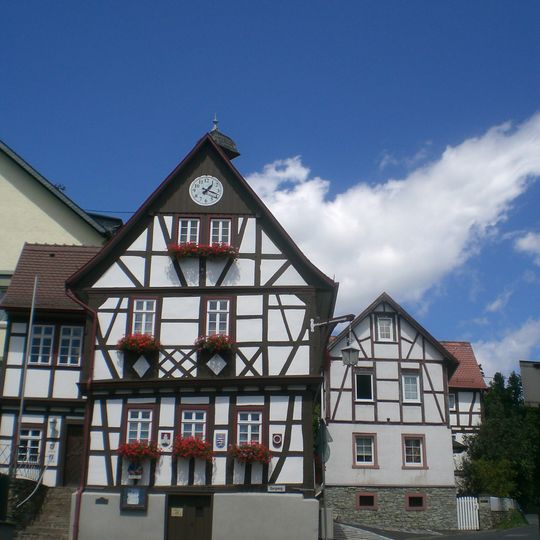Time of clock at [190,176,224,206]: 1:18
